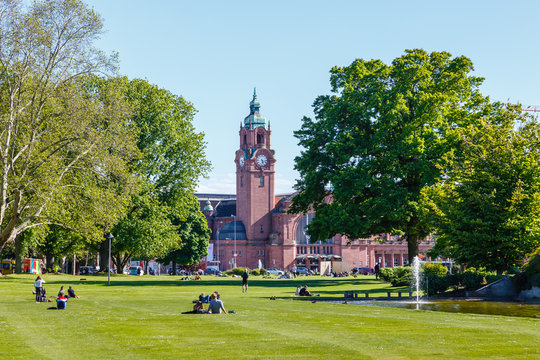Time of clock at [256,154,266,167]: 5:15
